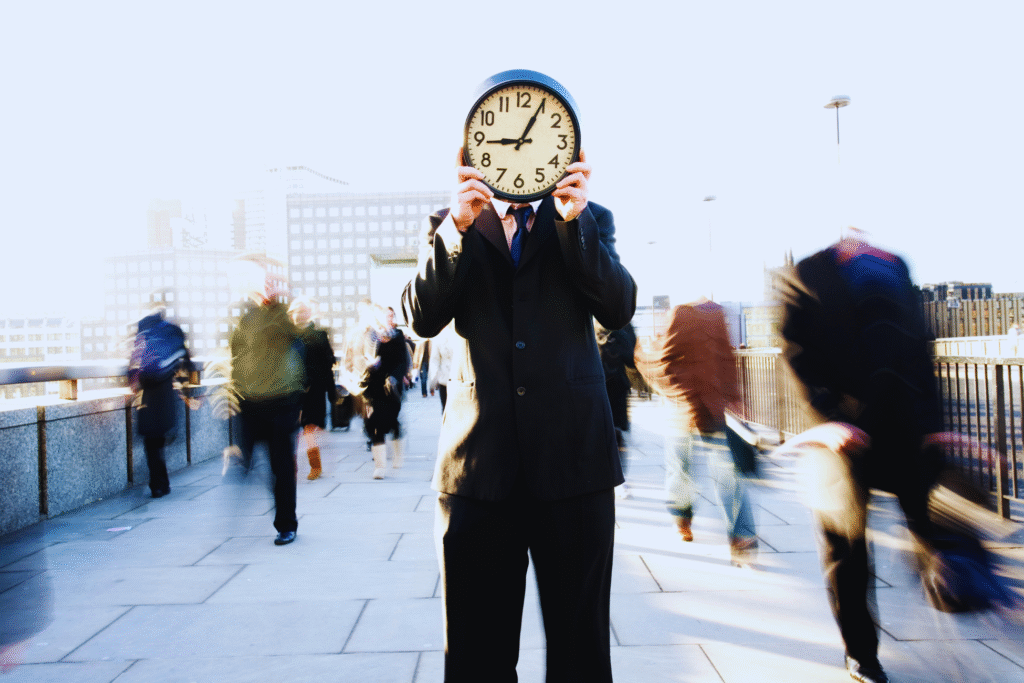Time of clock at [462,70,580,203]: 9:04
